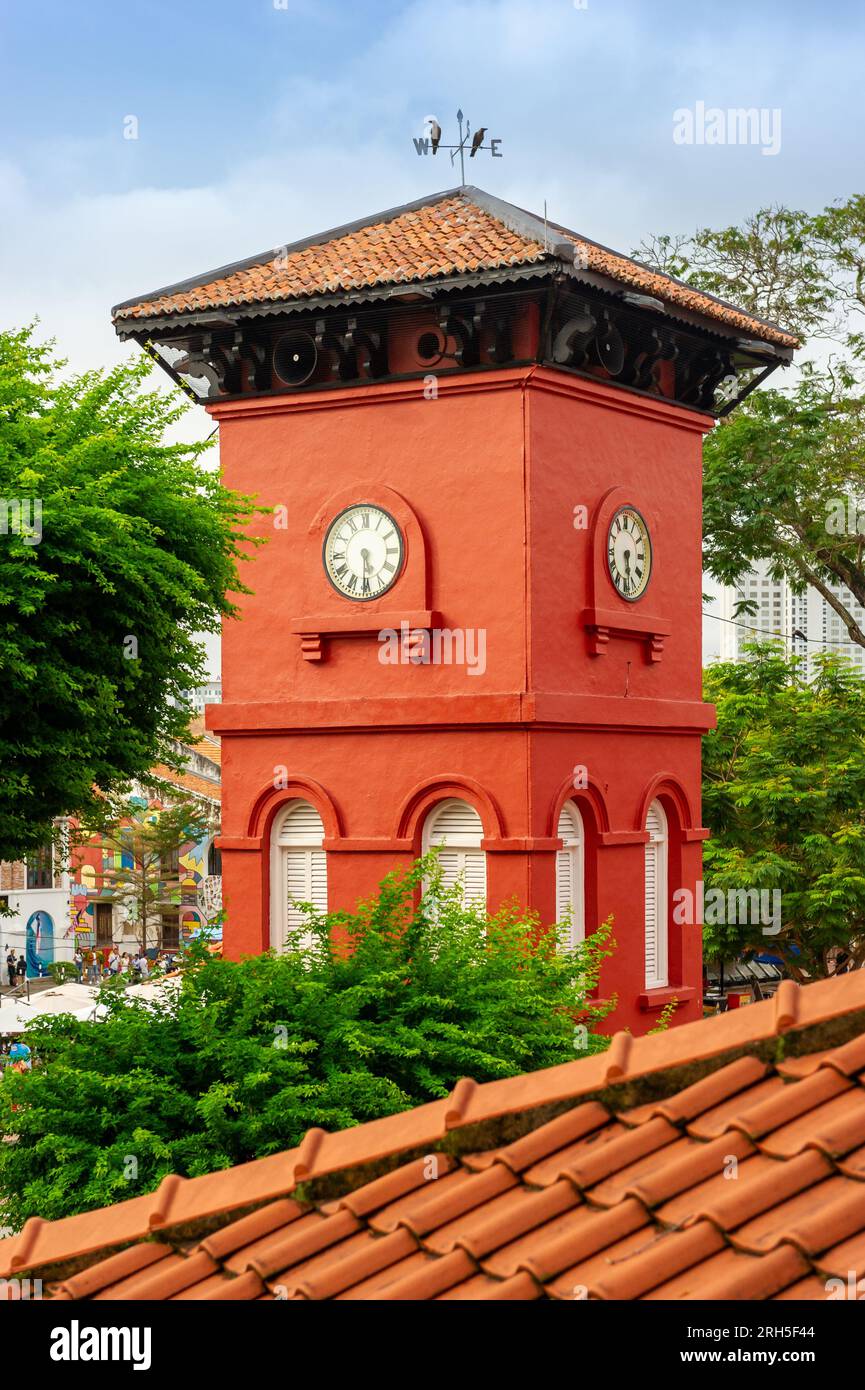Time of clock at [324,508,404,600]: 5:30
